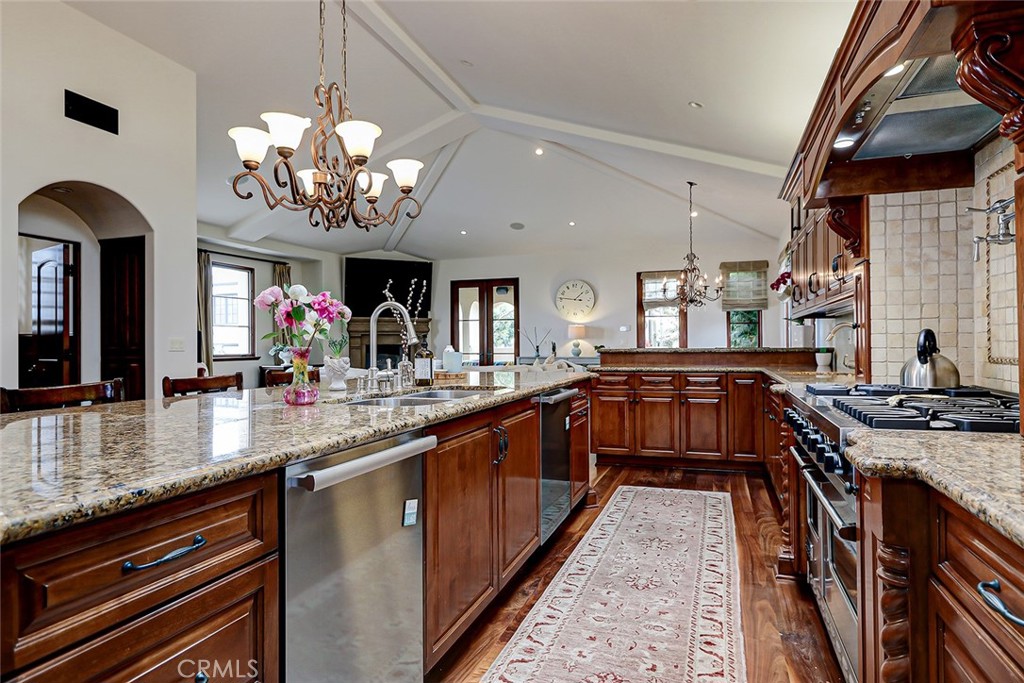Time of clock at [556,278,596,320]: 1:46
